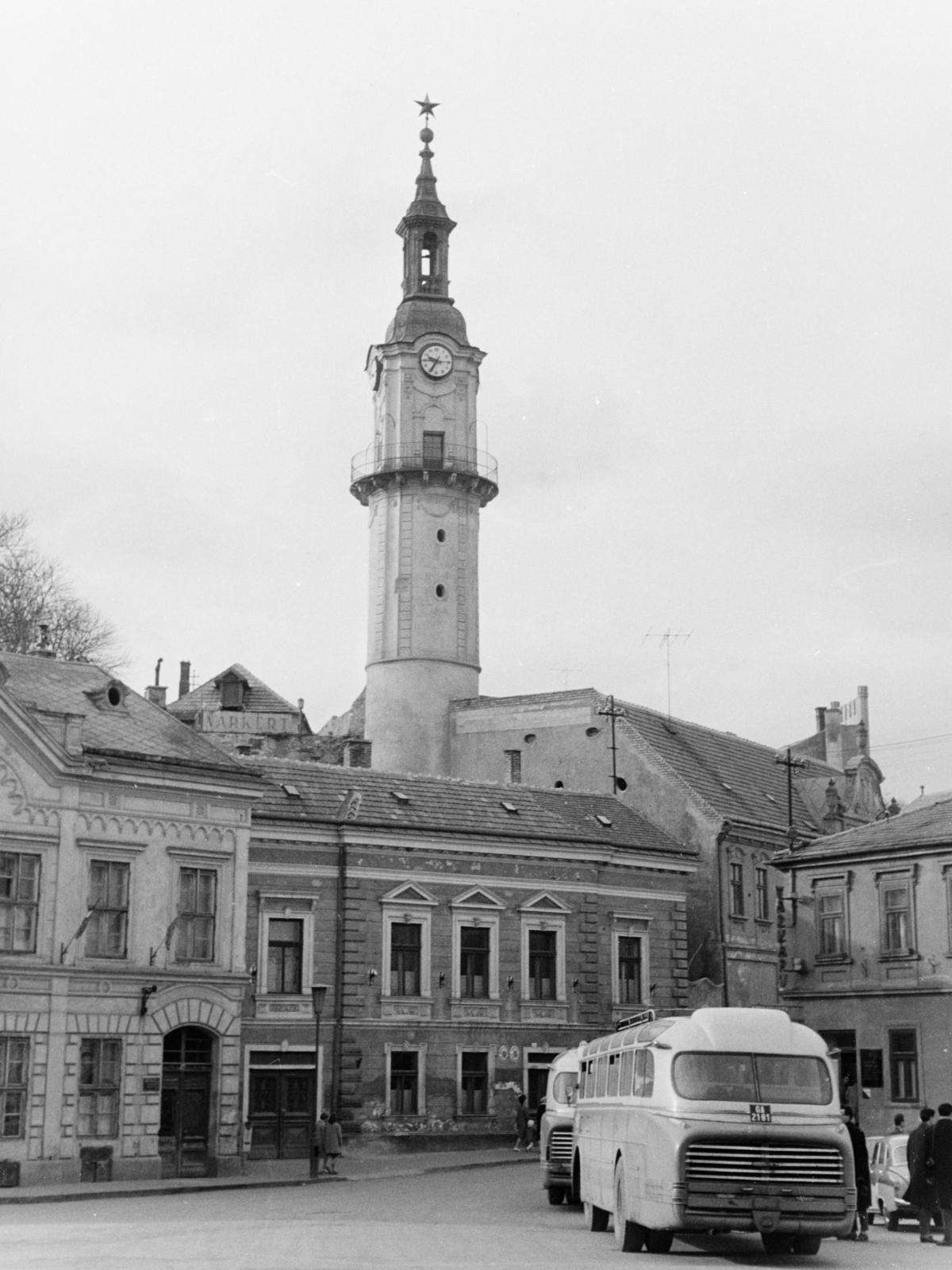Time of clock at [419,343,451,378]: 9:34
